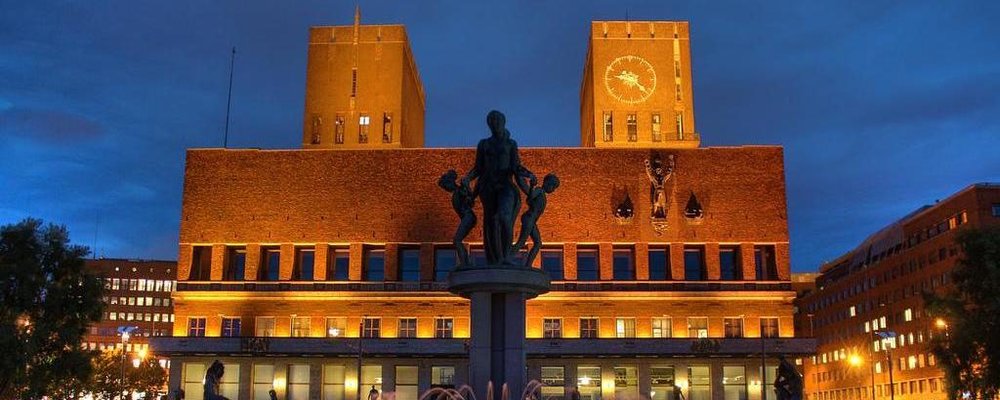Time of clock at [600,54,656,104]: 9:22
